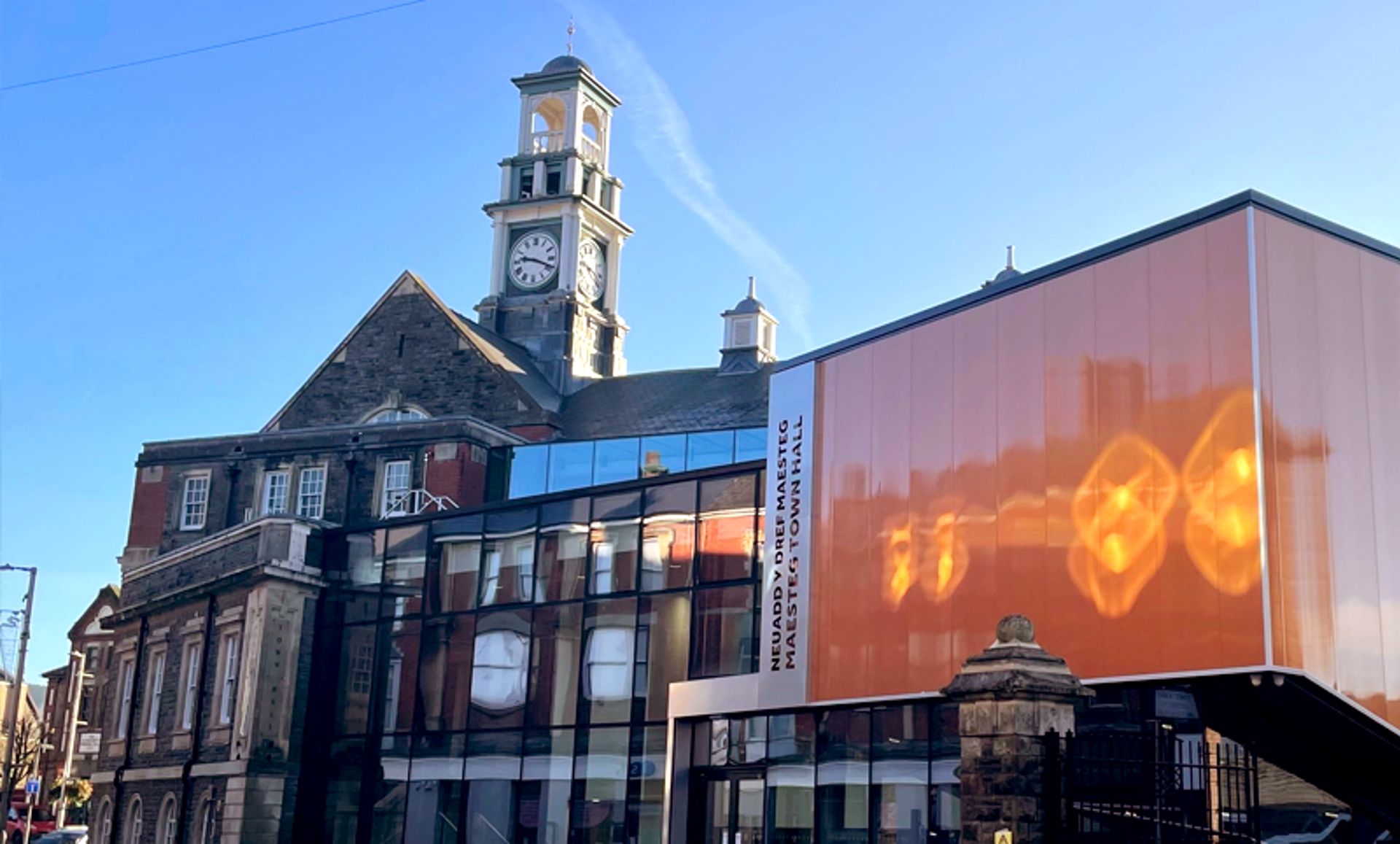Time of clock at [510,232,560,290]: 9:18
